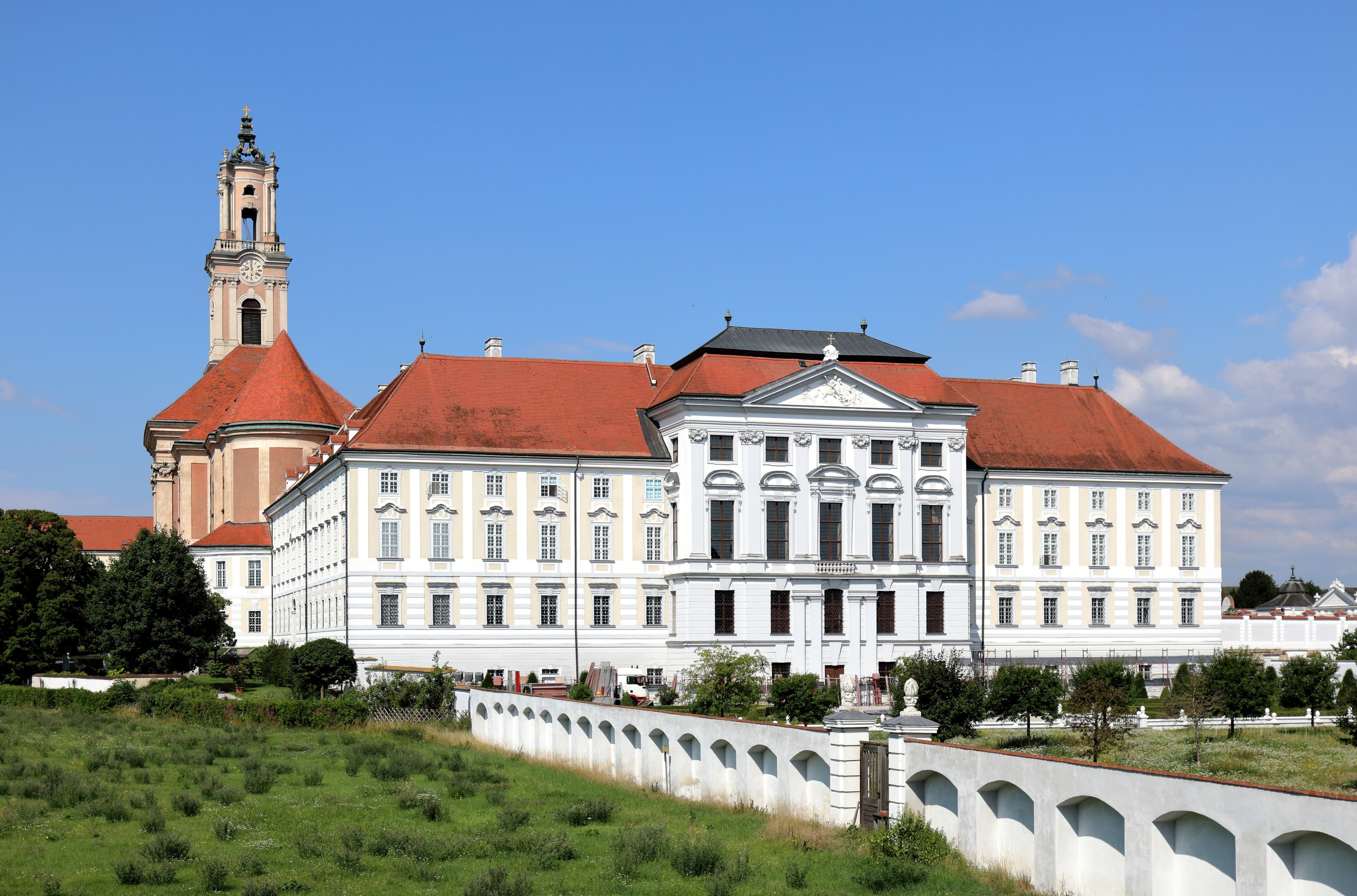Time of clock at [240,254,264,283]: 12:19
